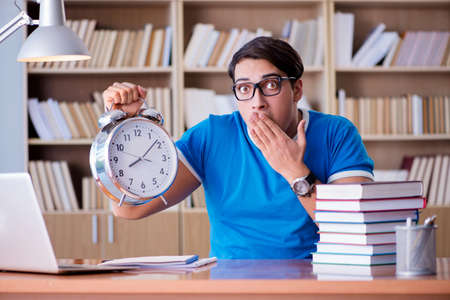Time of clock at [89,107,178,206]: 8:08
